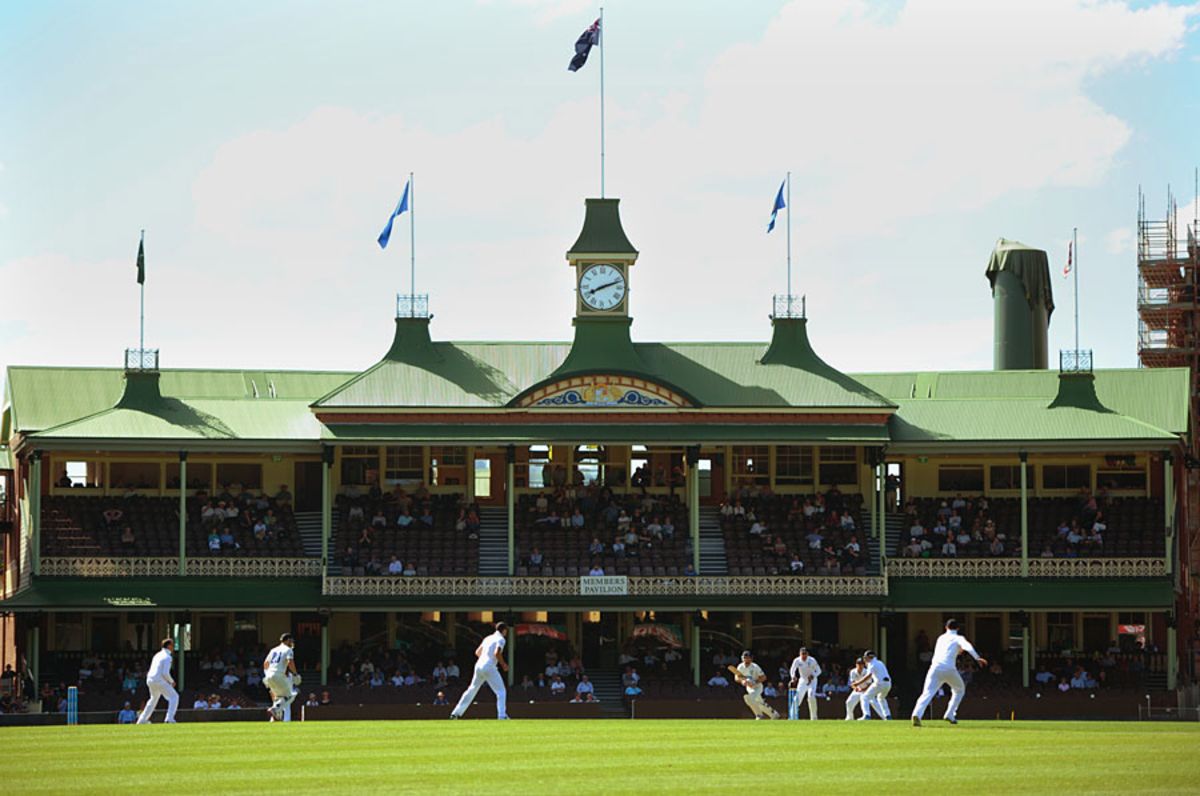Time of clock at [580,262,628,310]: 8:11
